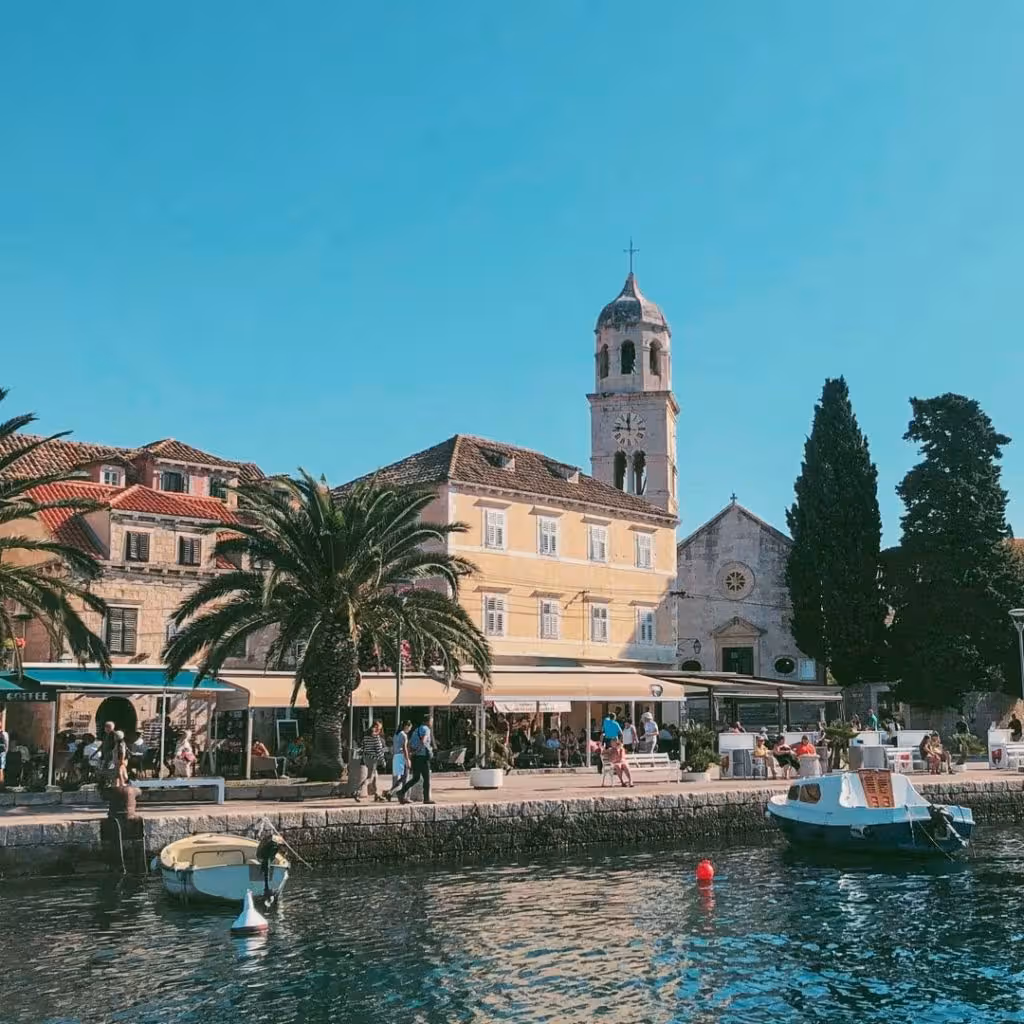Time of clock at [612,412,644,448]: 11:46
